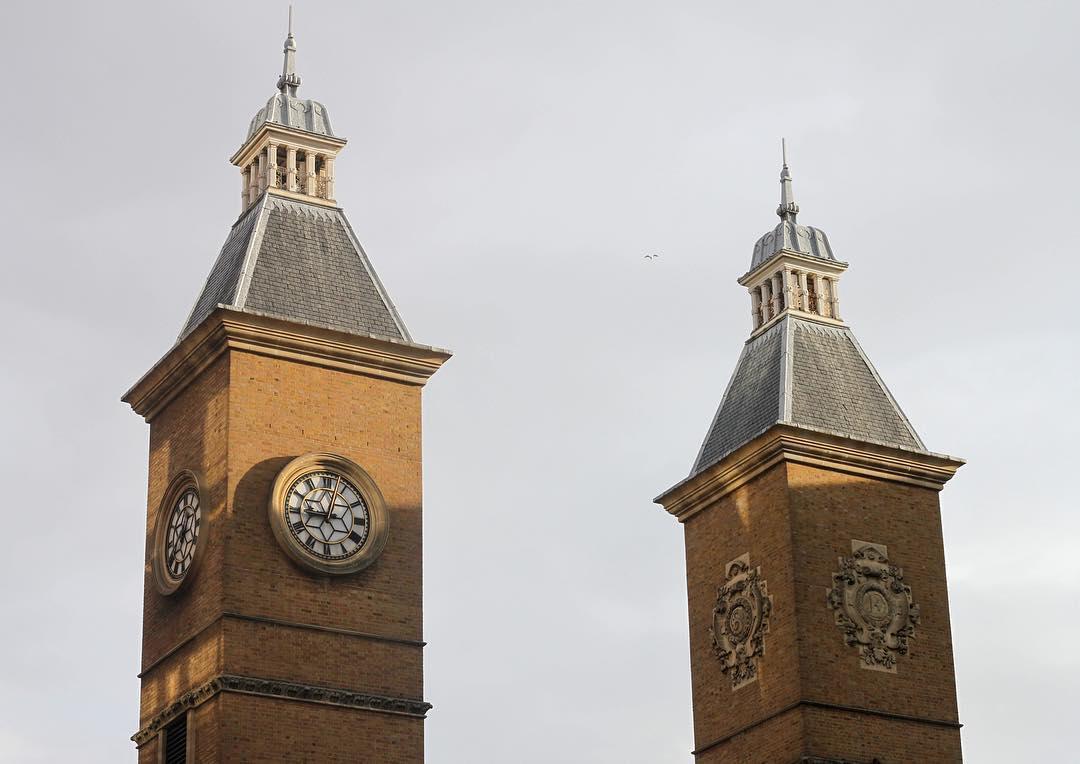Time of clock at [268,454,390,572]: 9:02
